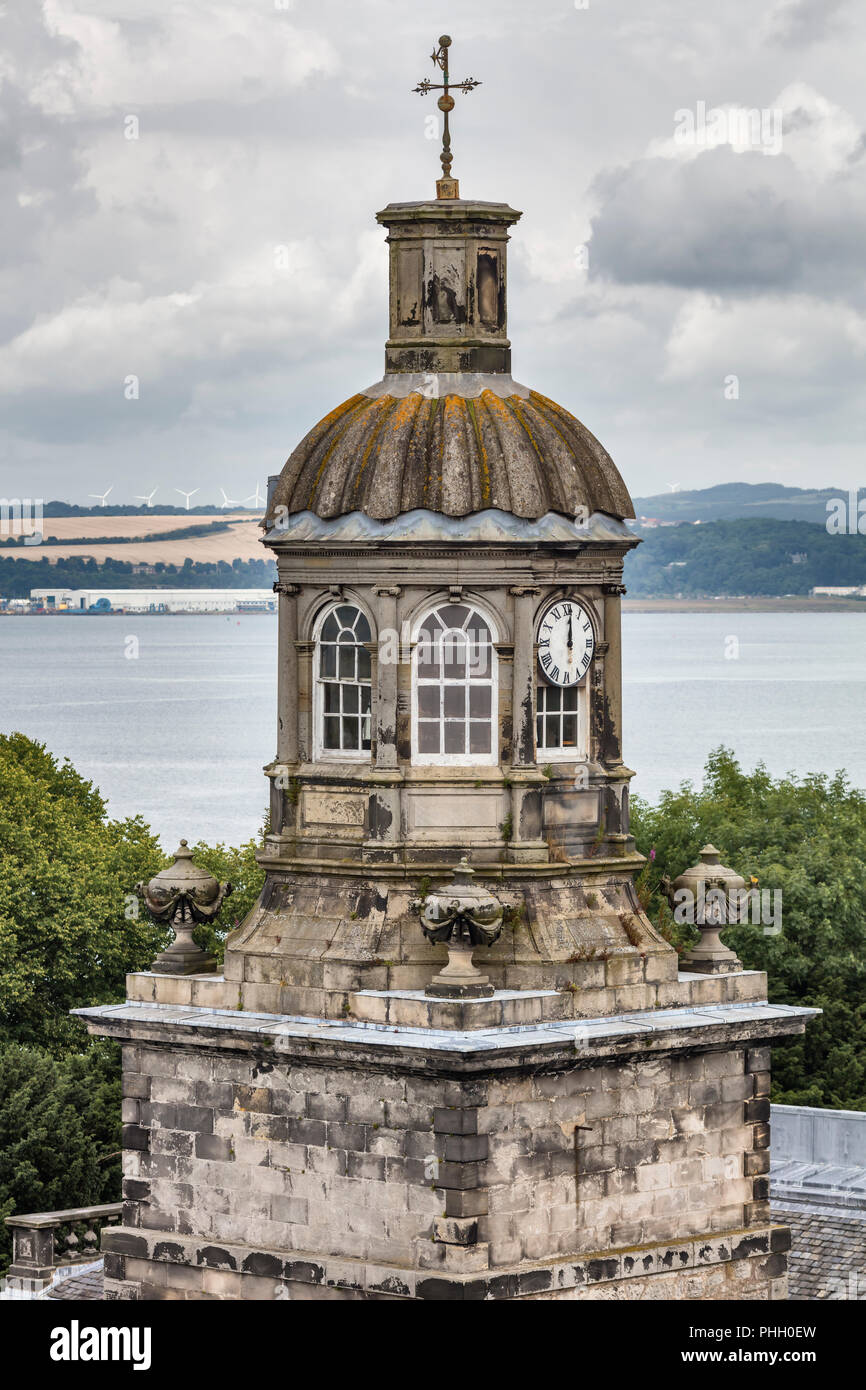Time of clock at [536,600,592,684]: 12:00
